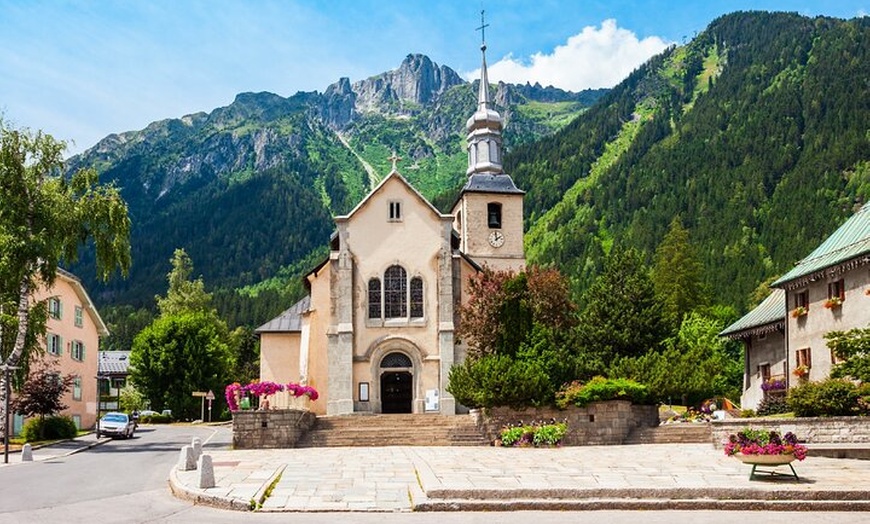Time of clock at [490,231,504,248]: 1:59
